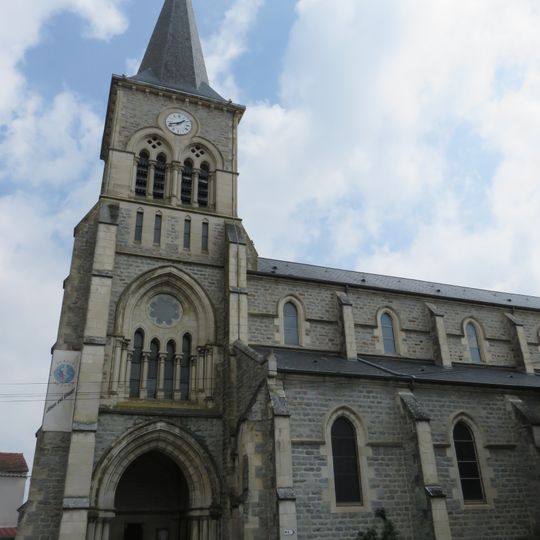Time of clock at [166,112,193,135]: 1:42
